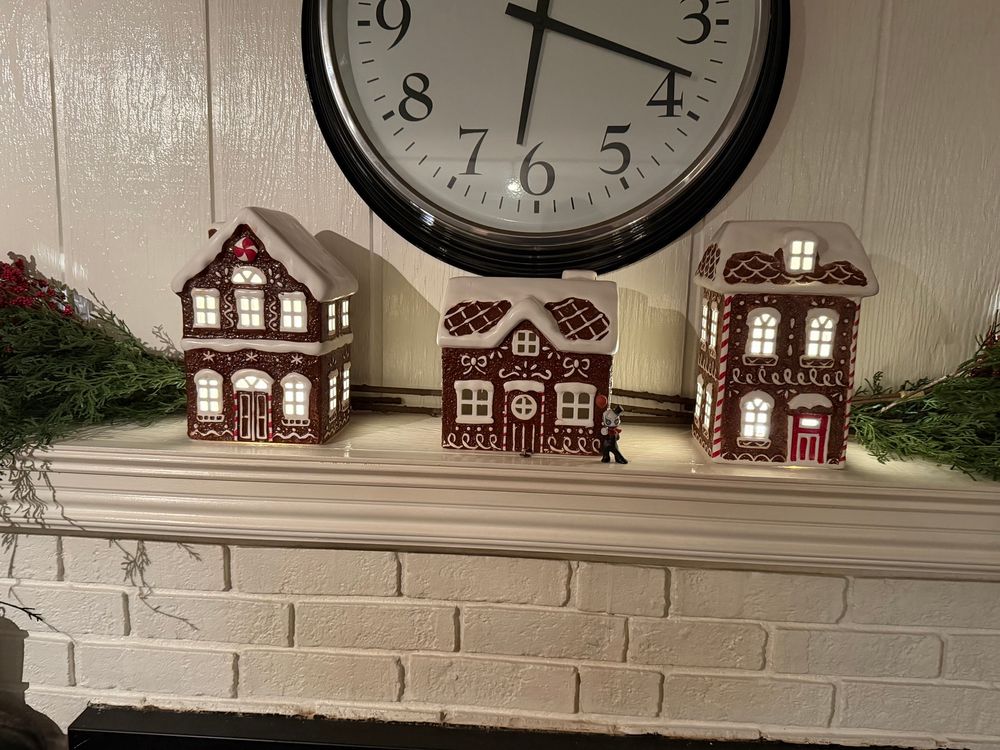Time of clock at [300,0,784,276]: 6:18
